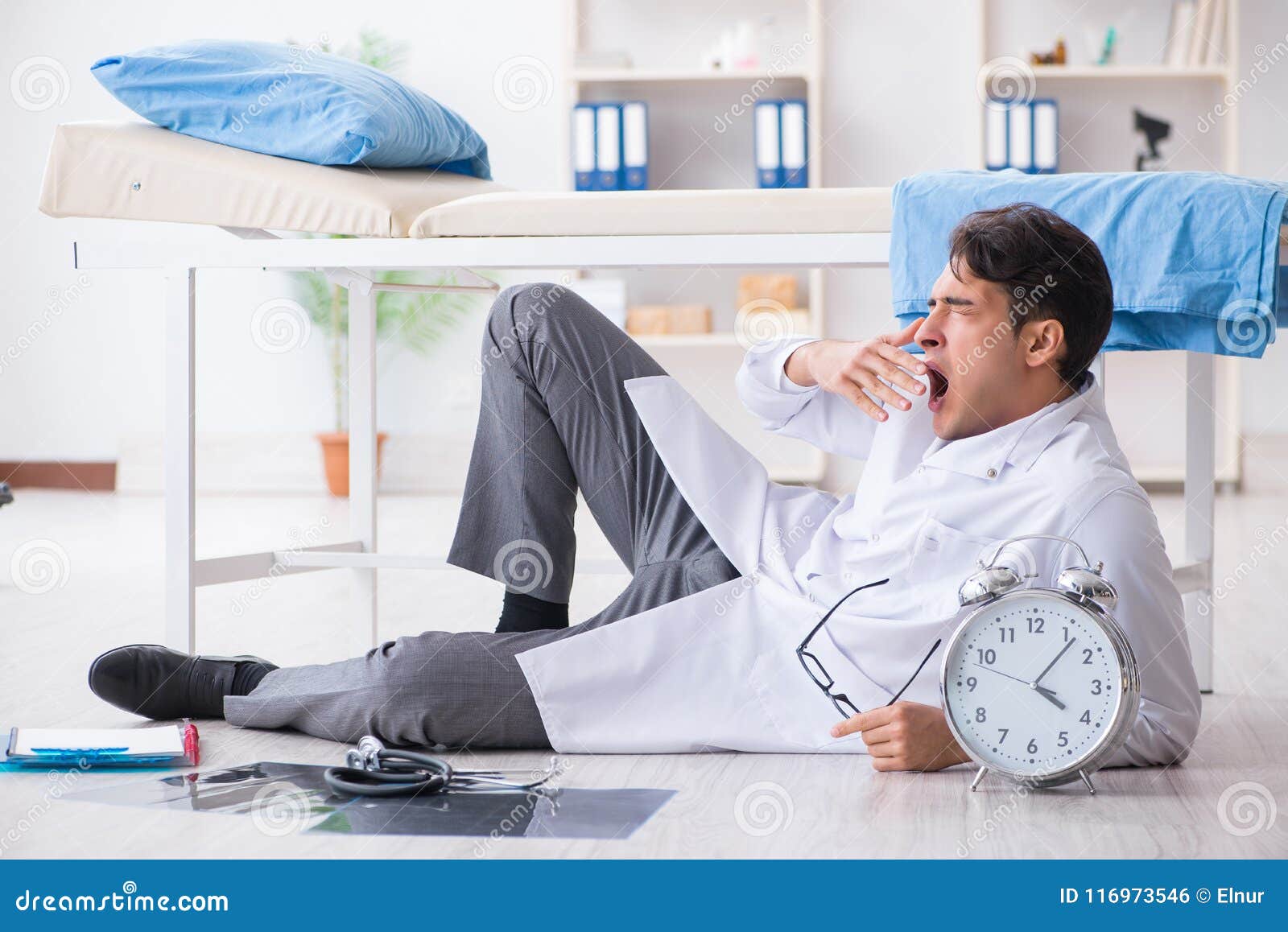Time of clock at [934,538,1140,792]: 4:06
